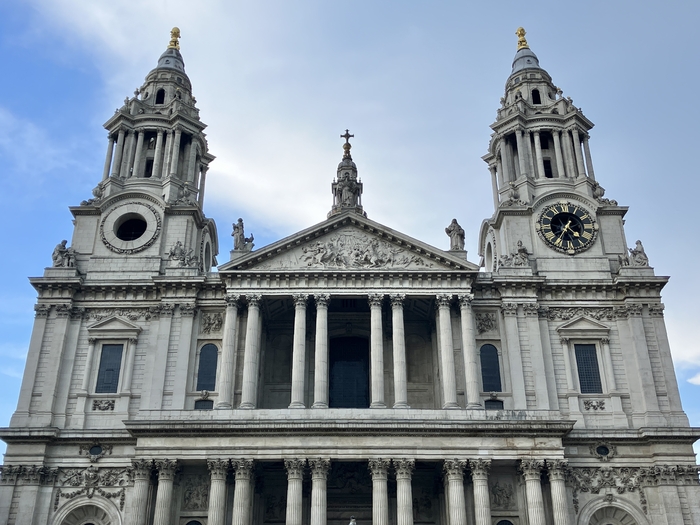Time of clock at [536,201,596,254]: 4:35
